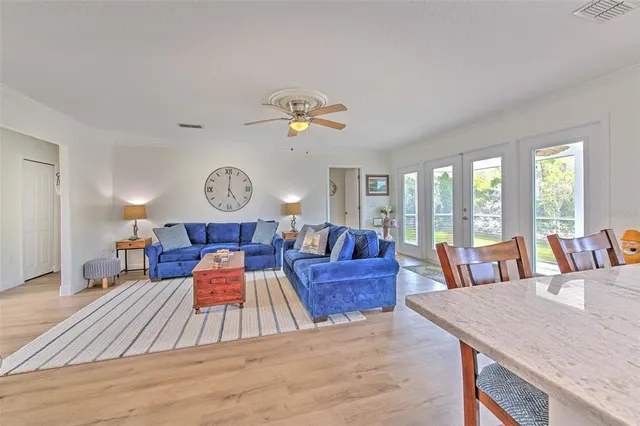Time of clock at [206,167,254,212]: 5:01
